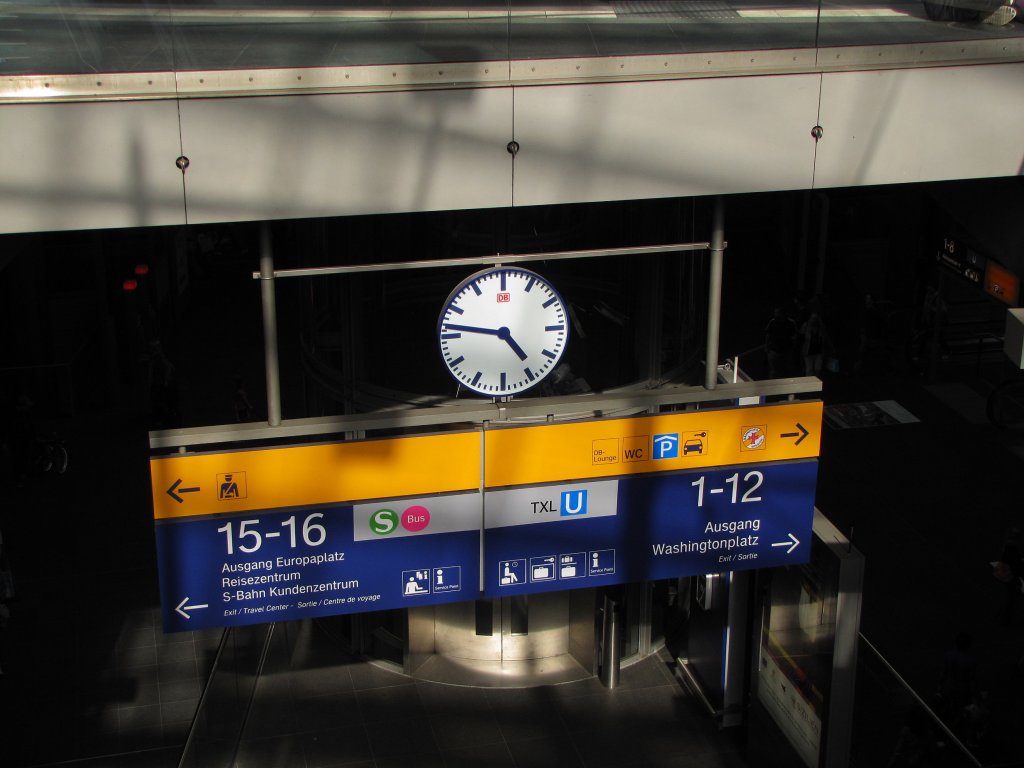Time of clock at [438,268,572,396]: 4:46
